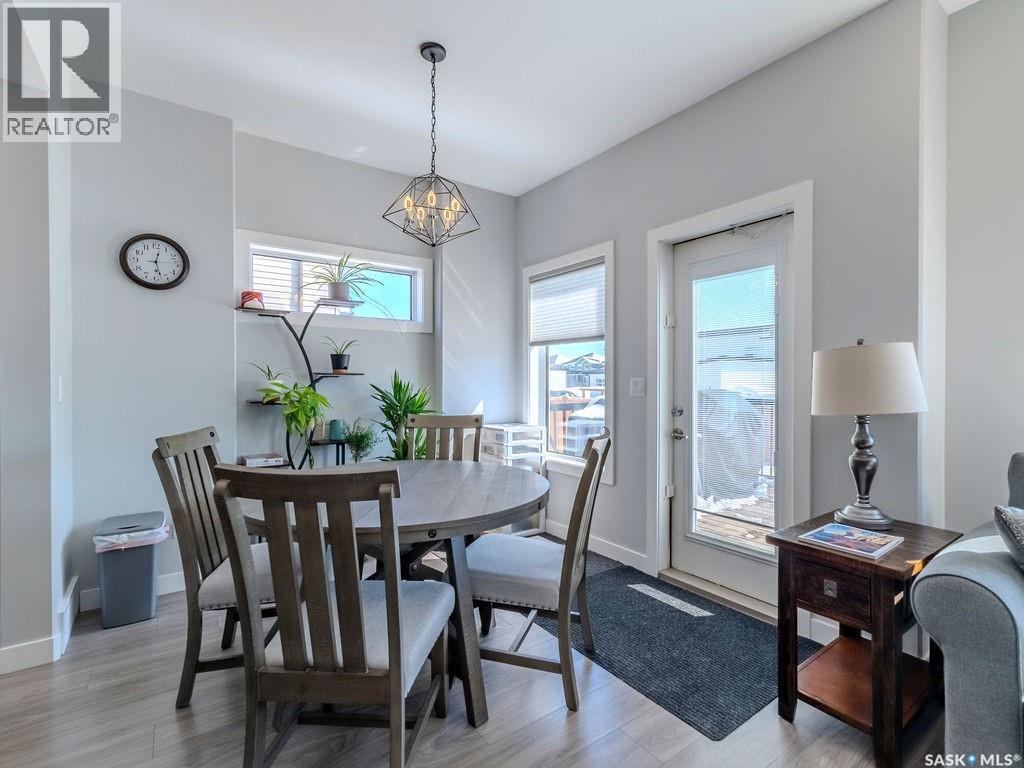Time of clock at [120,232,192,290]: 12:27
